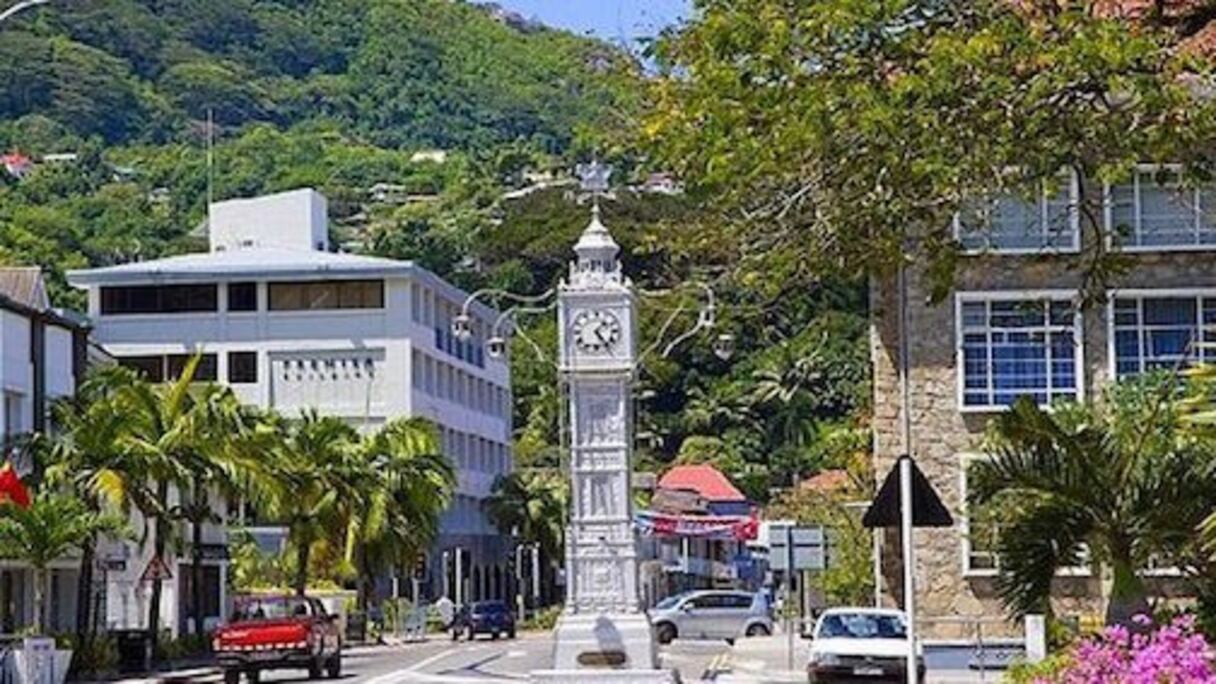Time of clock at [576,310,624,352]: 1:24
